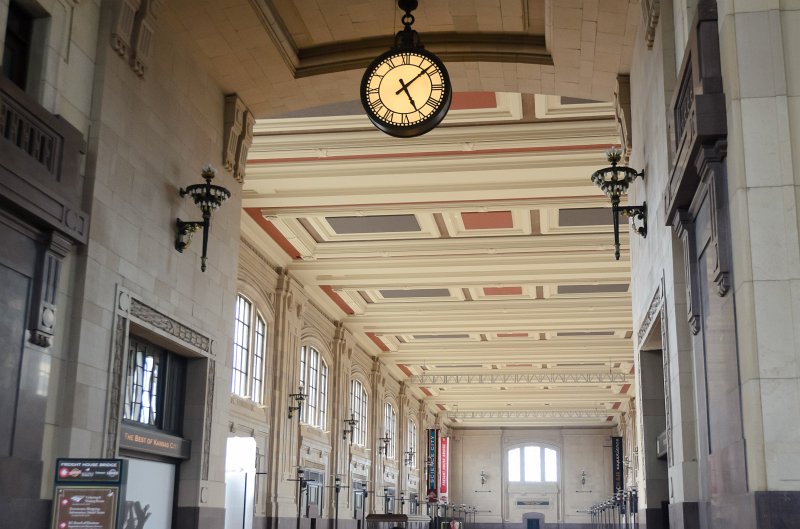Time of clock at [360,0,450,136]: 5:08
